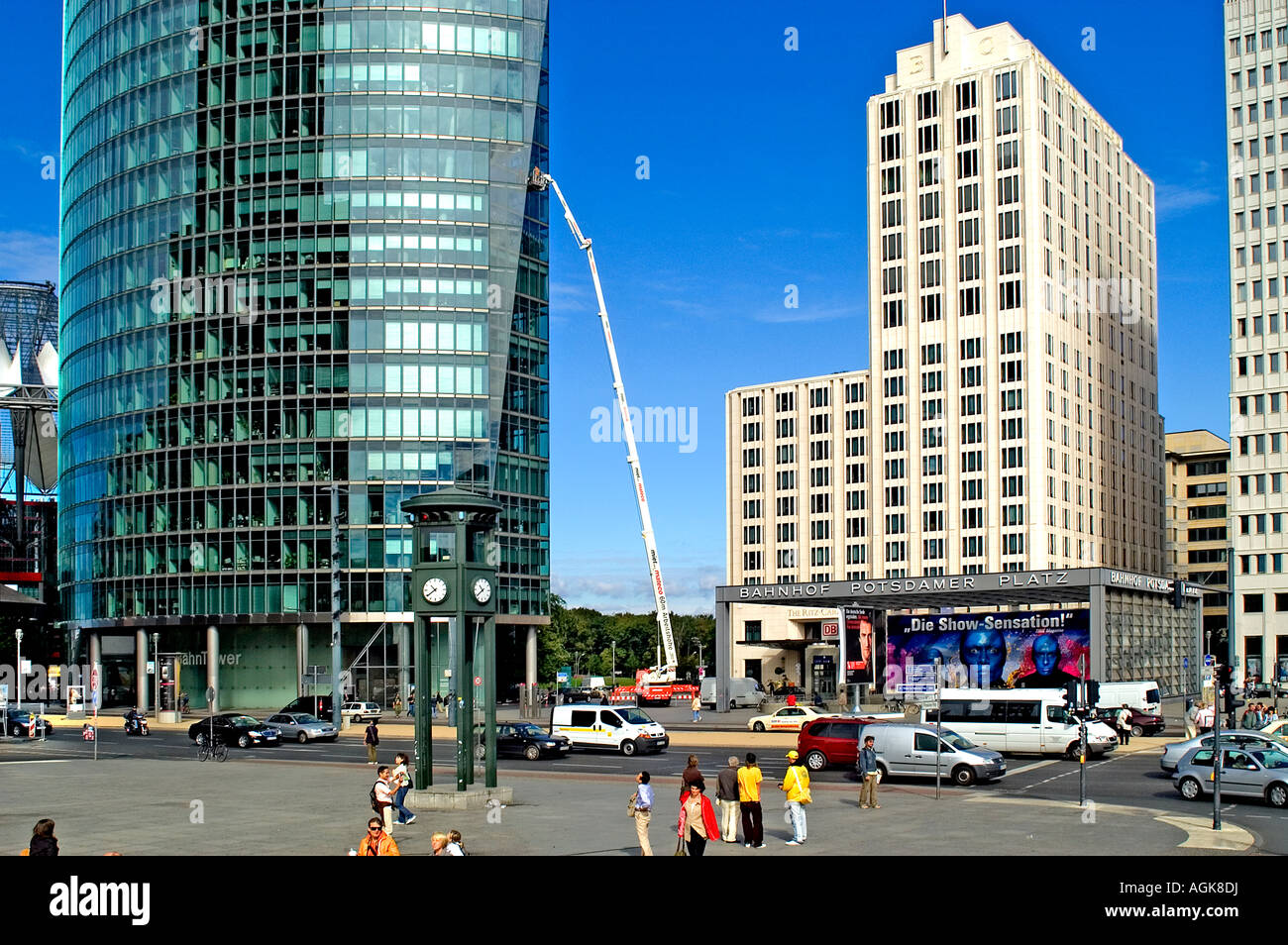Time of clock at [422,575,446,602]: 10:39
